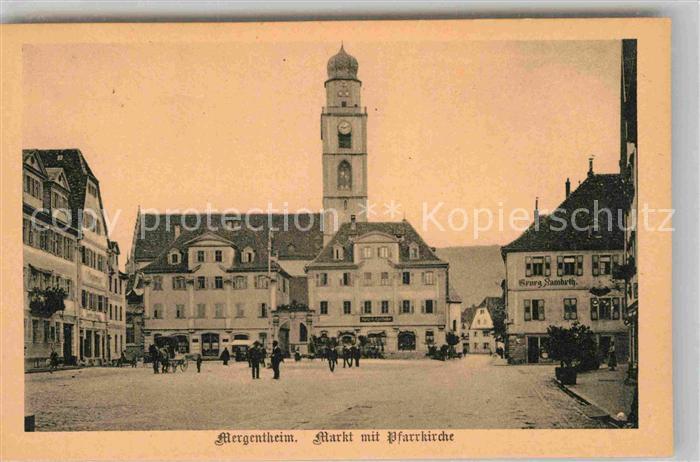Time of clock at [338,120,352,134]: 9:12
